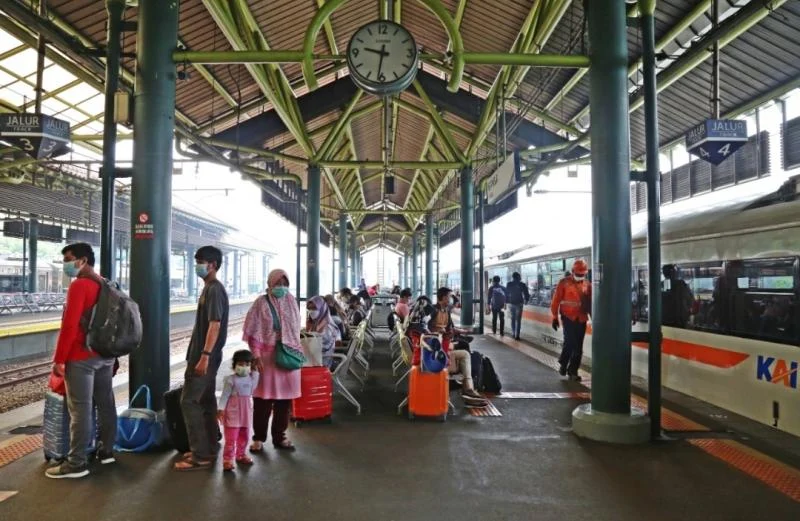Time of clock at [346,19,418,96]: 9:31
